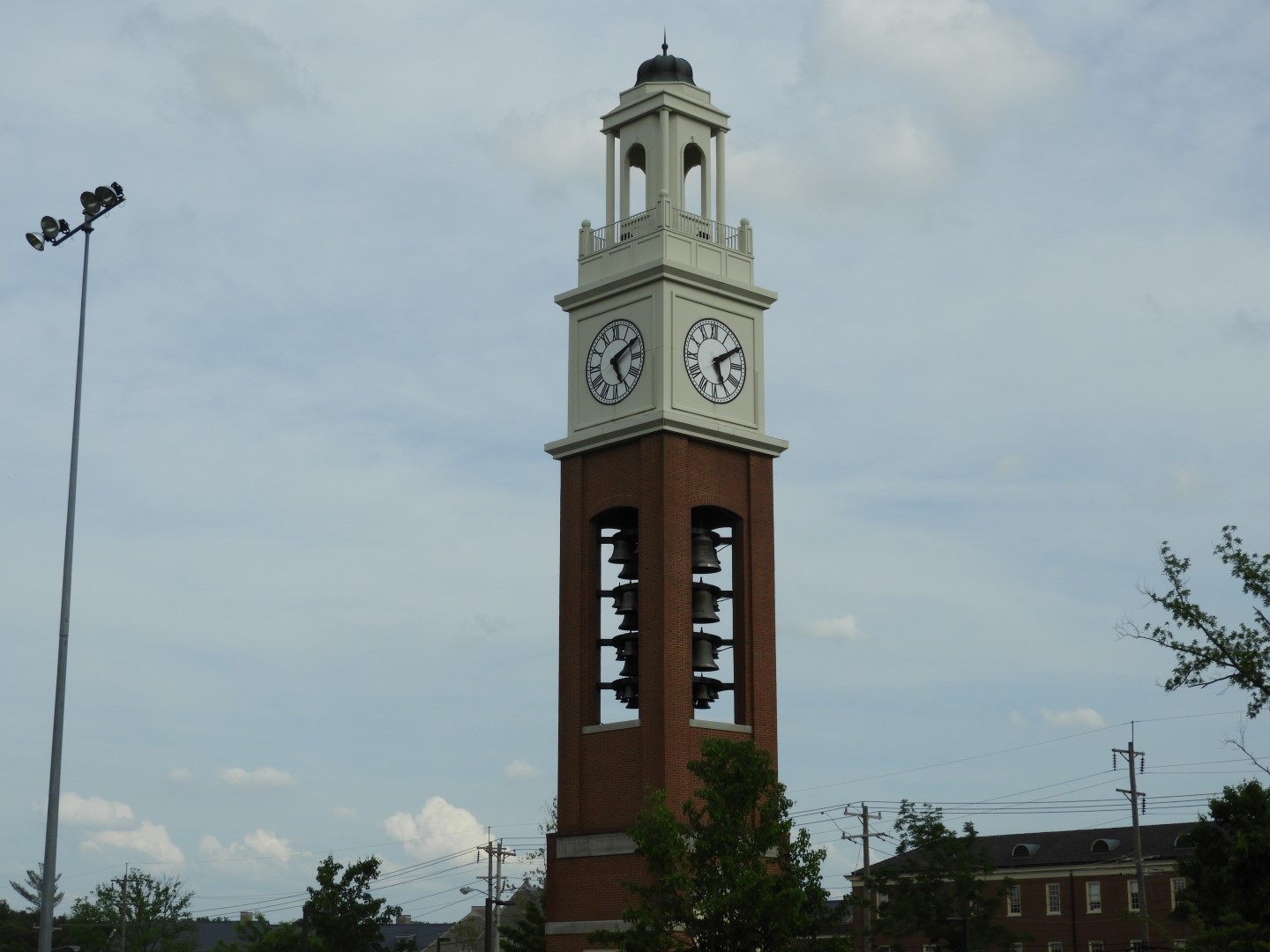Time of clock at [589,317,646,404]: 5:09
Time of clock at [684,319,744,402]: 5:09
